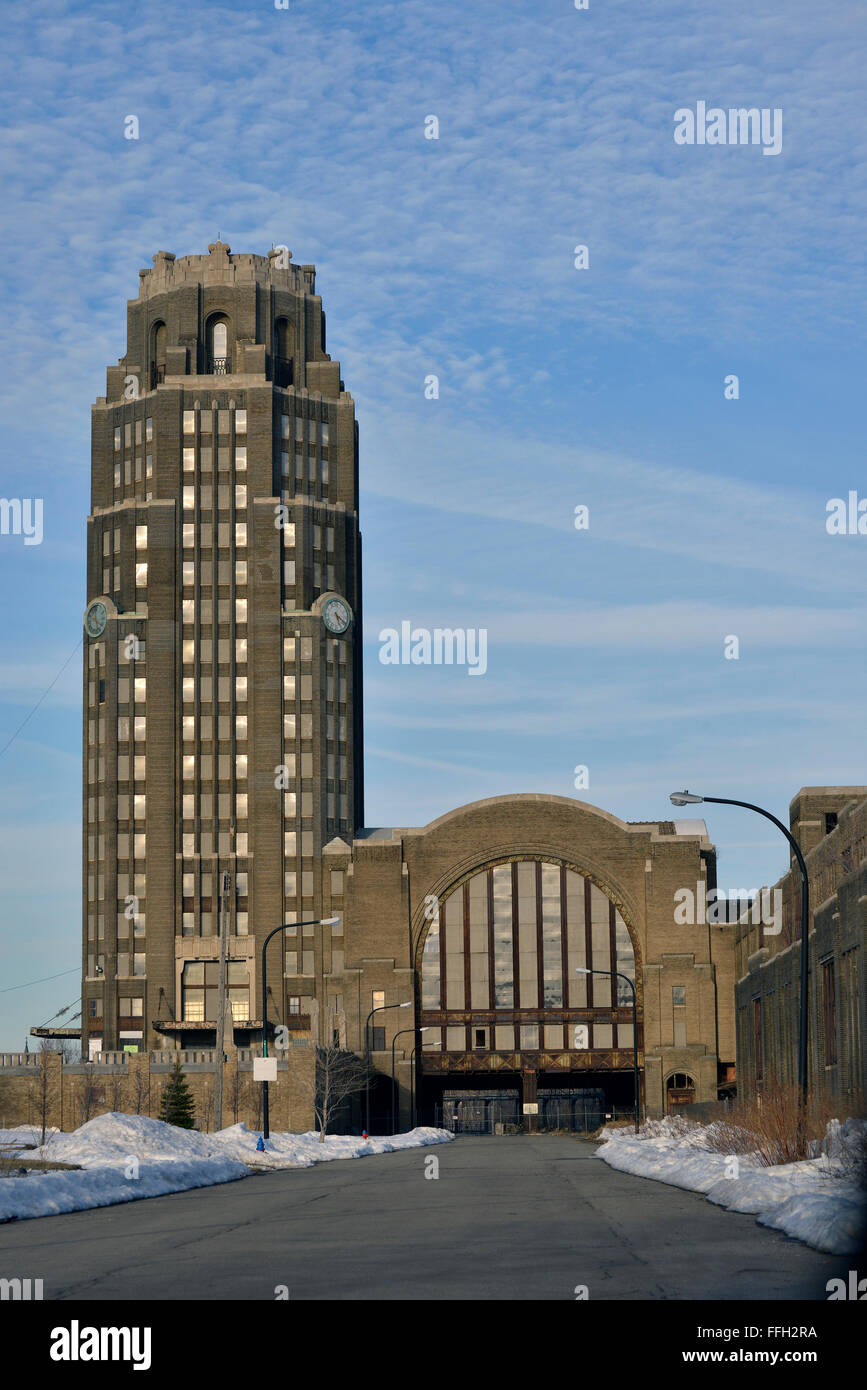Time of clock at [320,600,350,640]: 5:20
